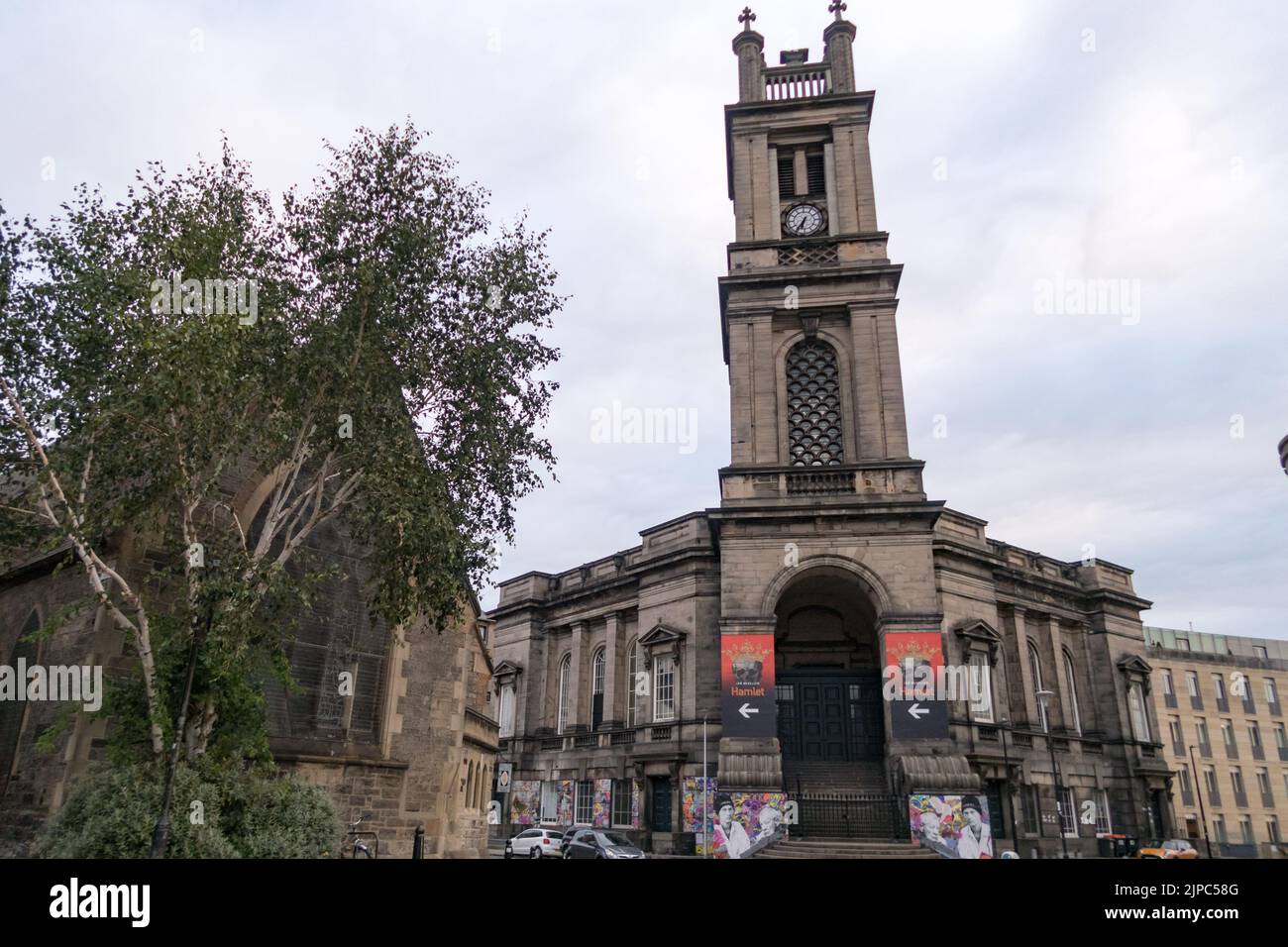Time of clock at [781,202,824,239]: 6:36
